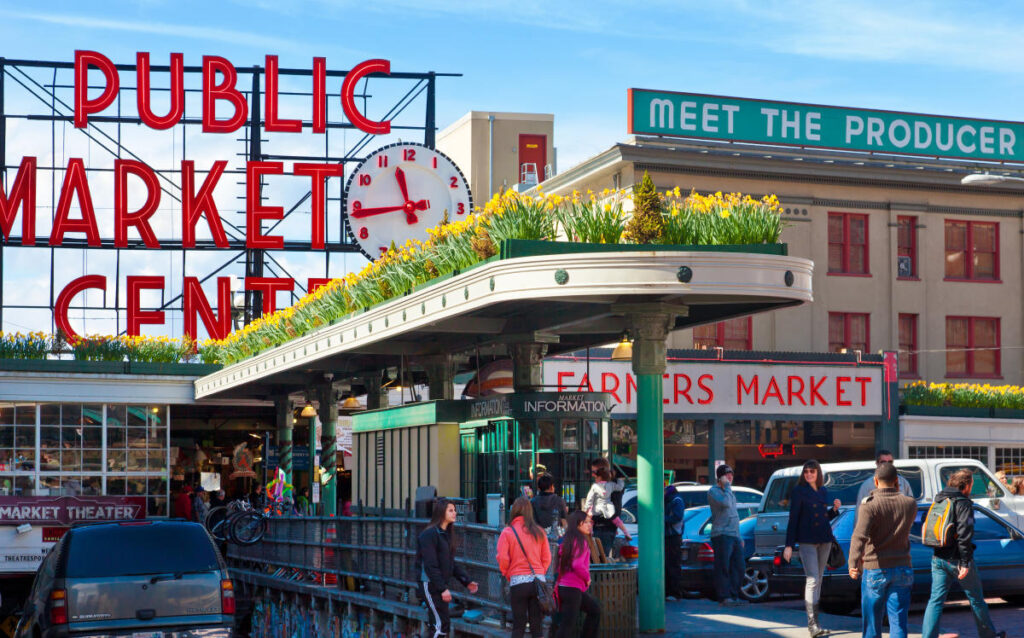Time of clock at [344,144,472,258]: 11:43
